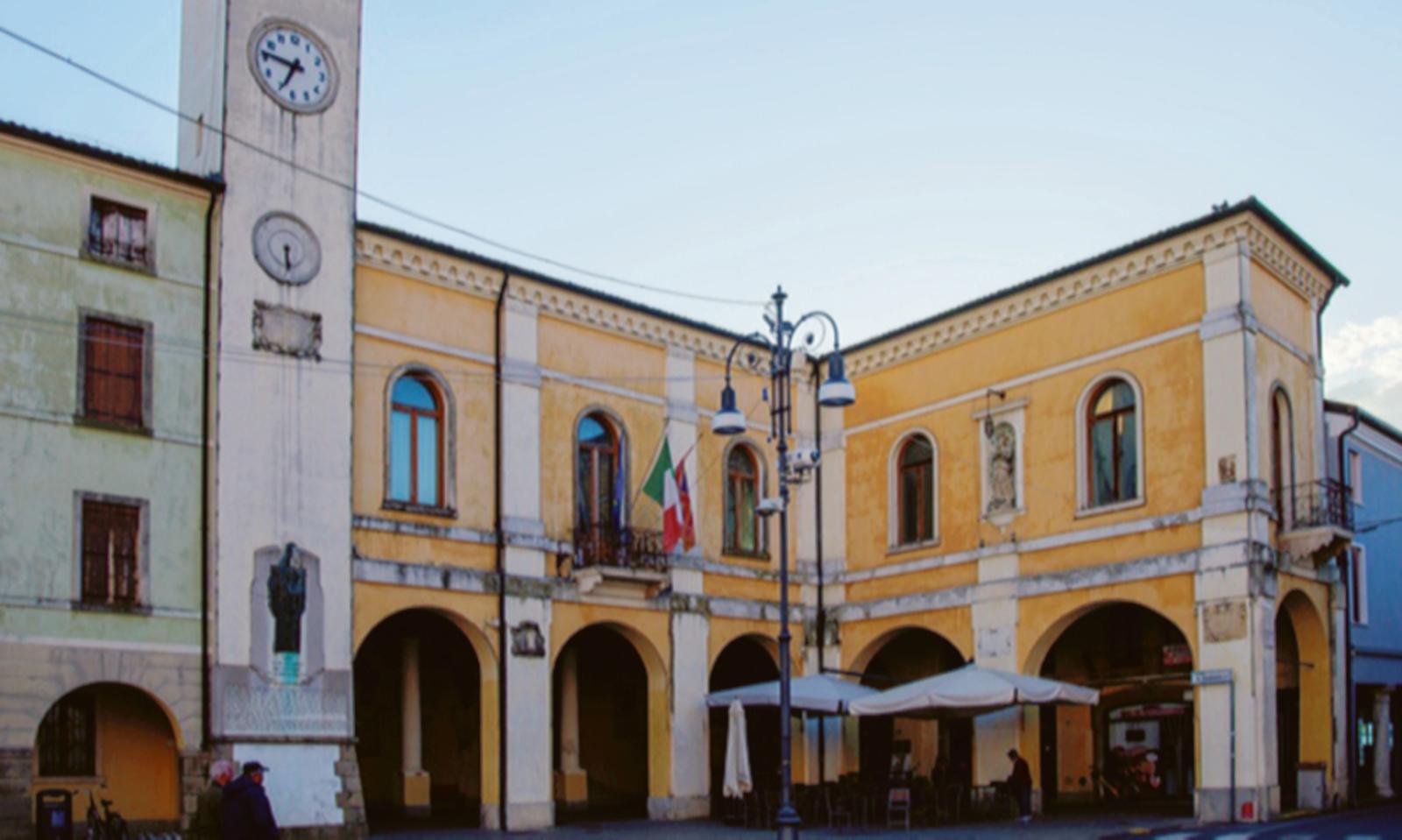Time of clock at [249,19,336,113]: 6:46
